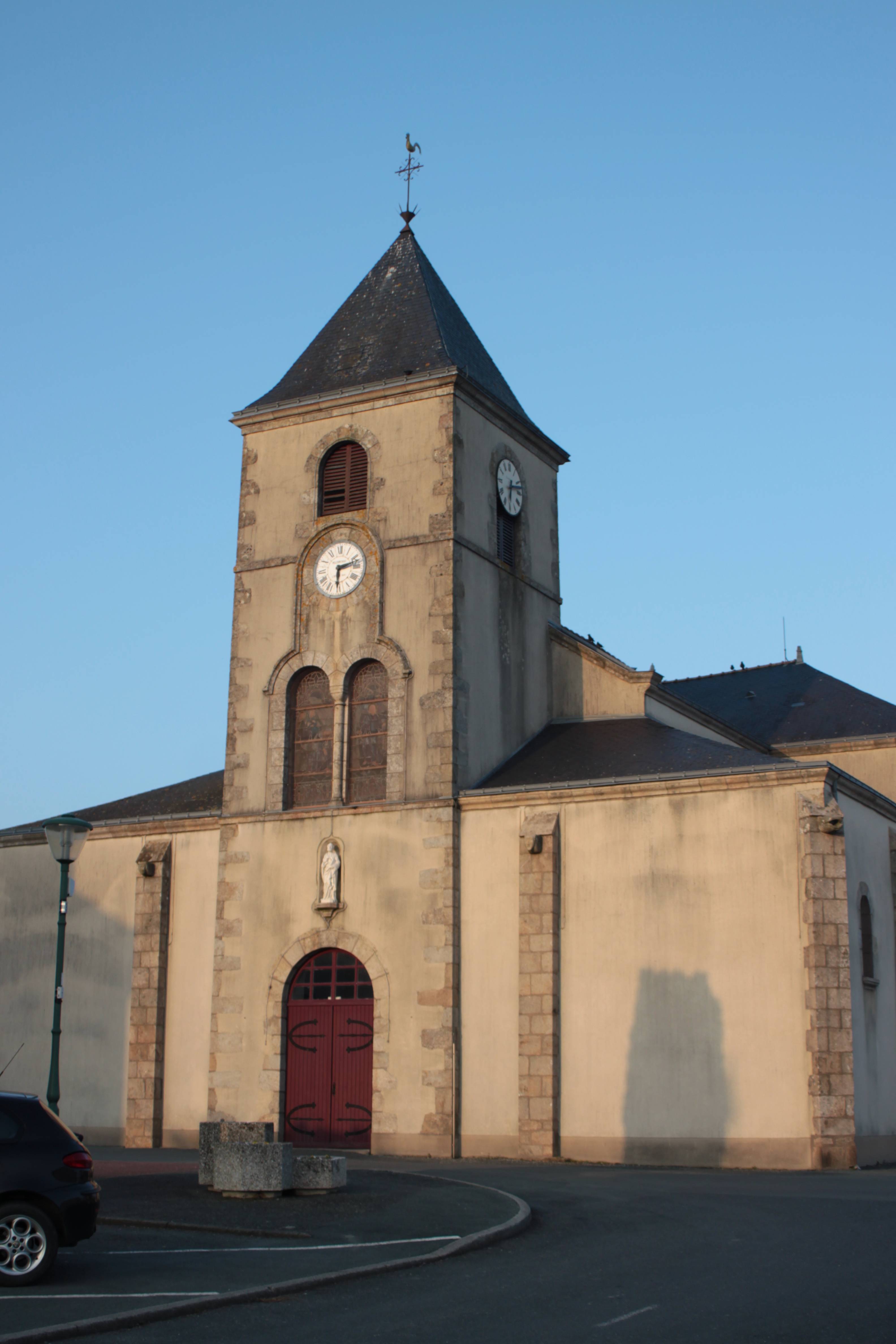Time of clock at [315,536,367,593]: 6:12
